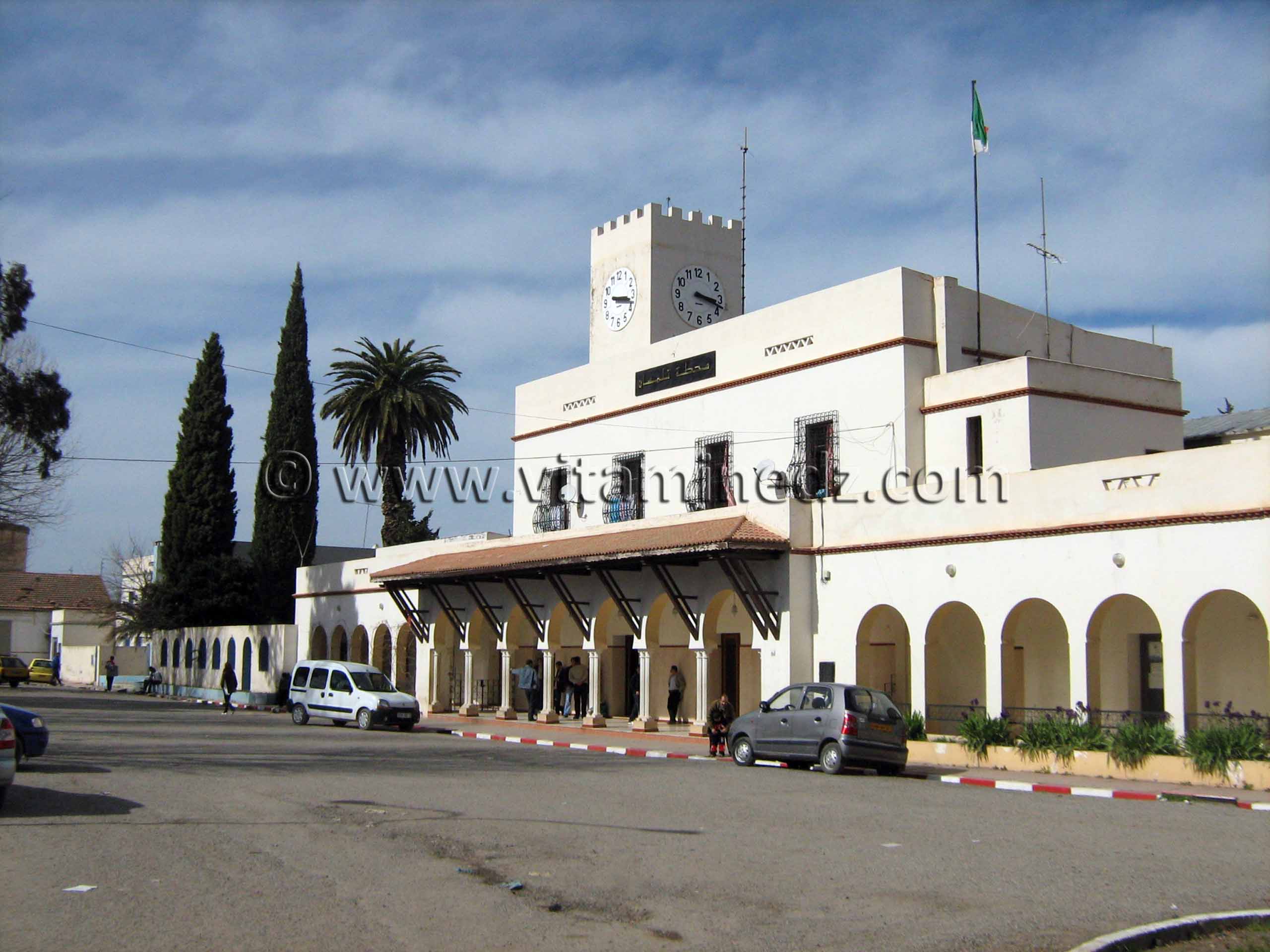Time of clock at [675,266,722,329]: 3:18
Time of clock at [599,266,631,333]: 3:17
